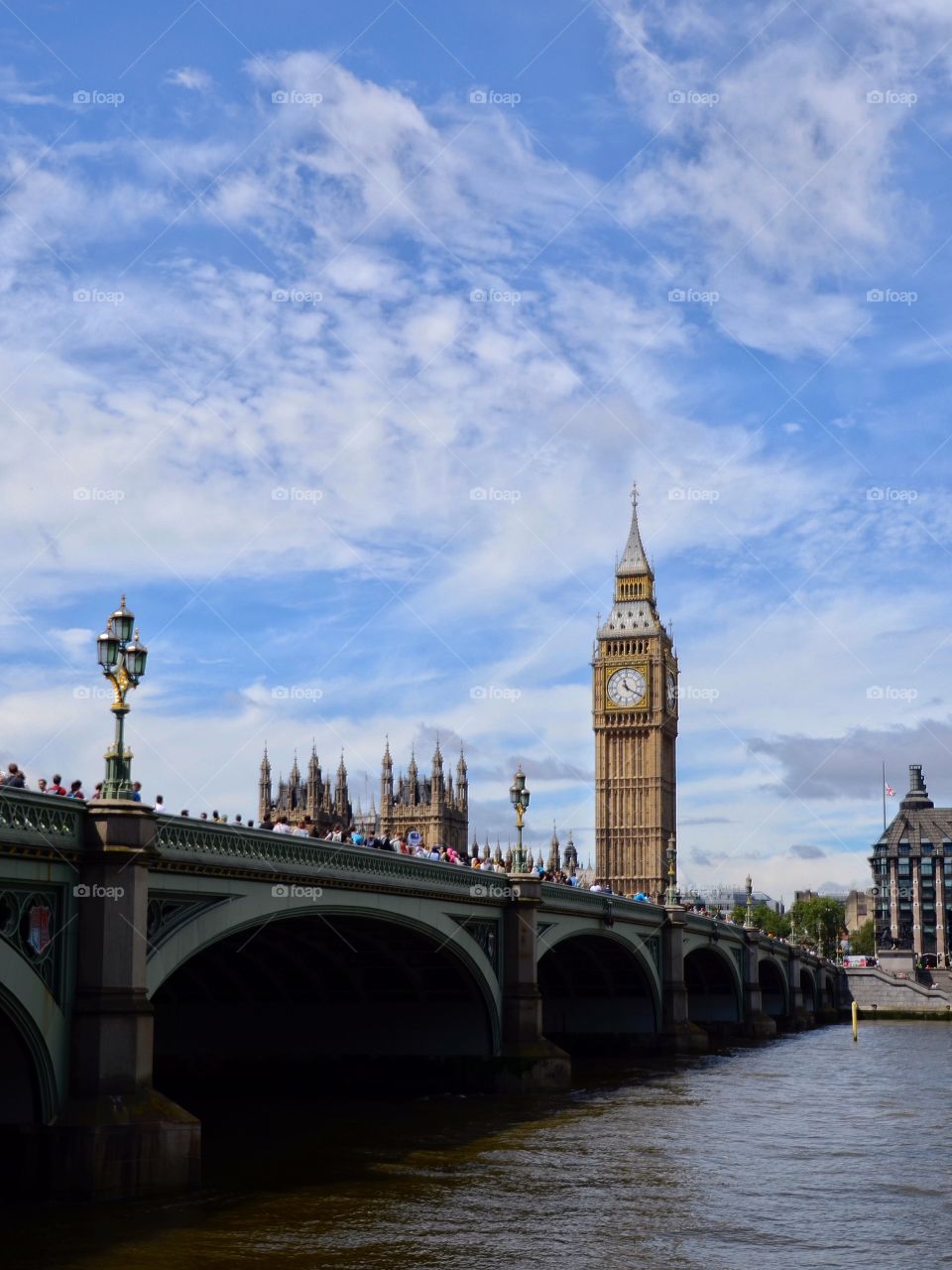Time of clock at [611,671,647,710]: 11:20
